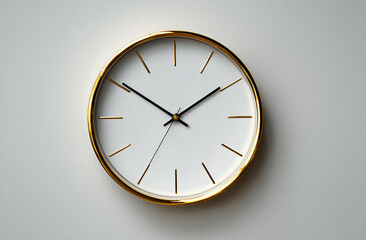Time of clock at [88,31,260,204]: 1:50
